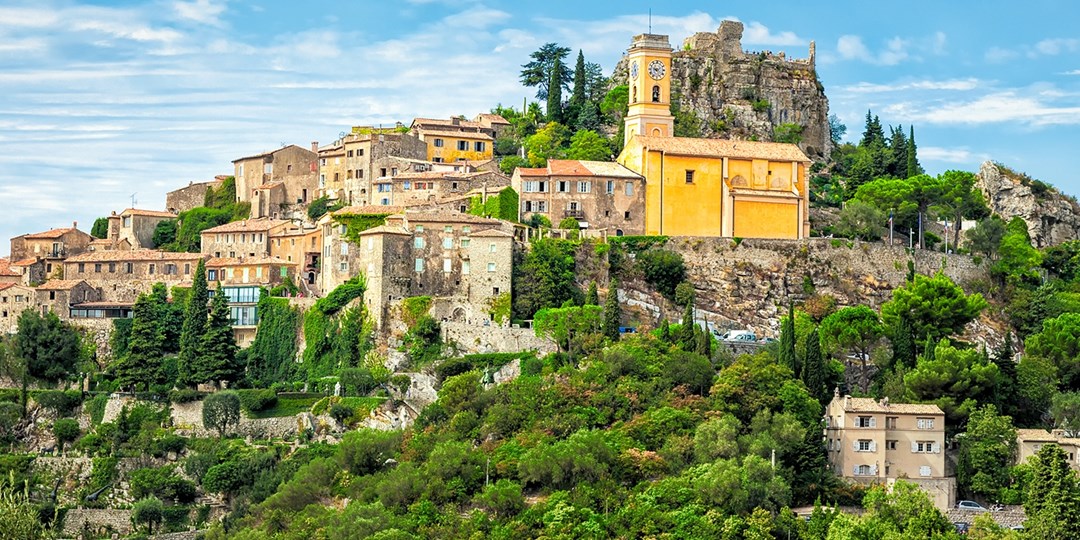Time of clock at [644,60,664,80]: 9:10
